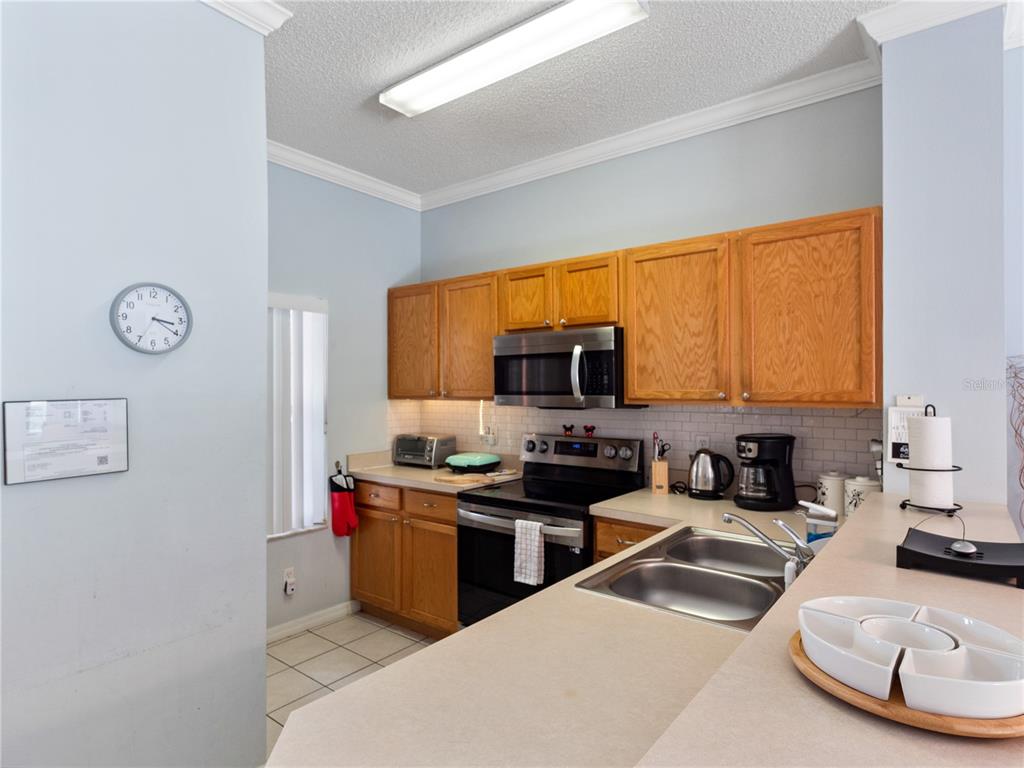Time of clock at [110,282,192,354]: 3:20
